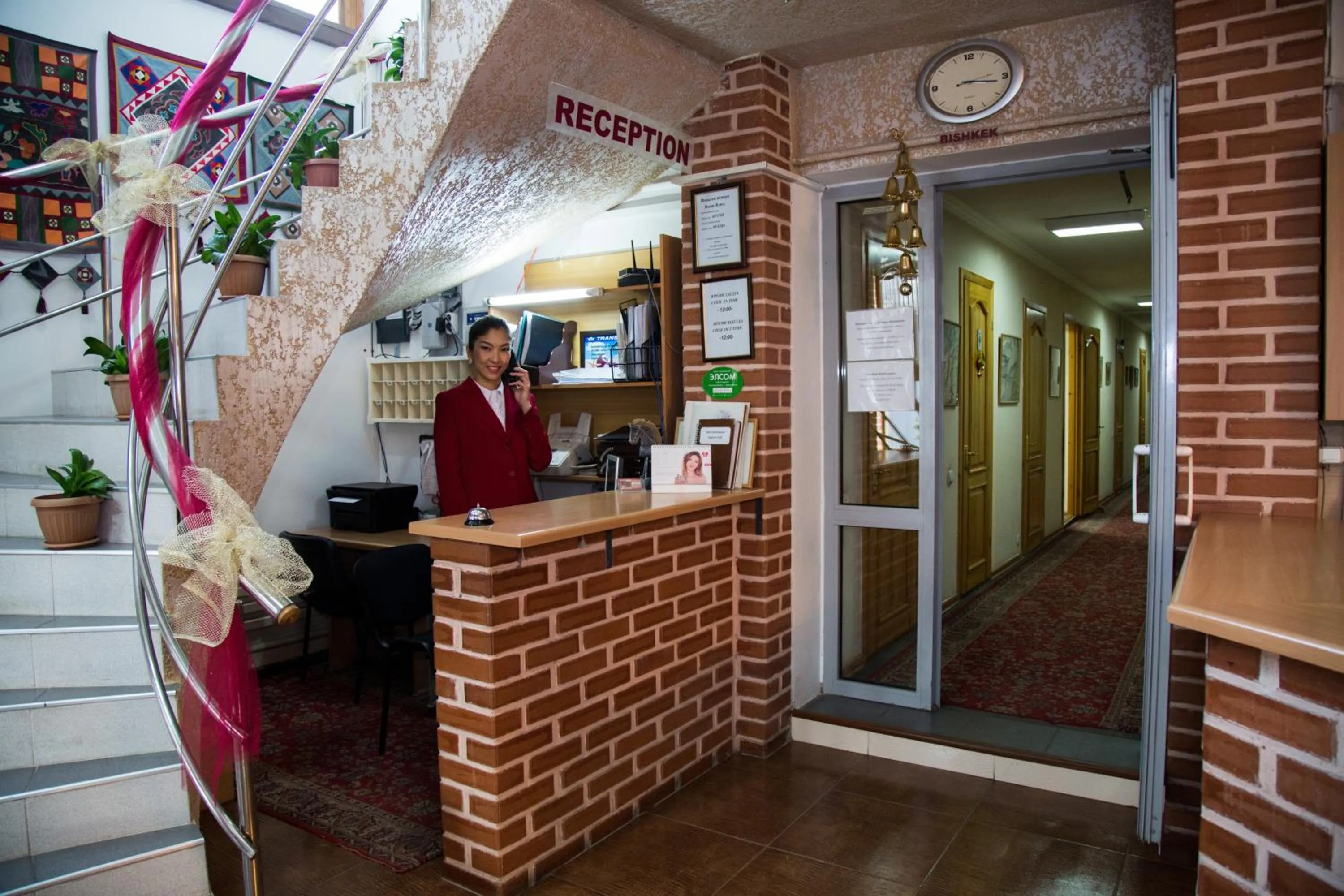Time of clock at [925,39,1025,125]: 3:16
